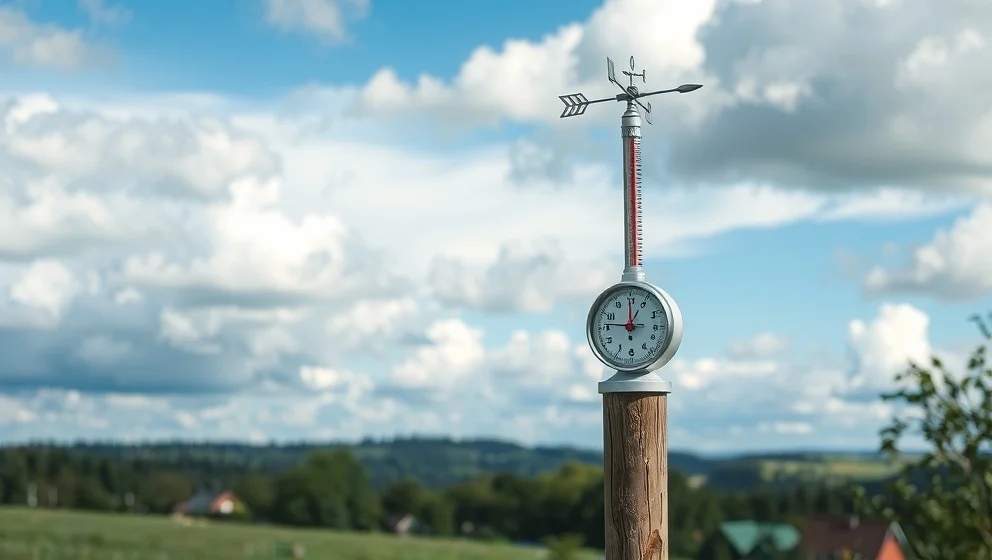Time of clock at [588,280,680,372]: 12:46
